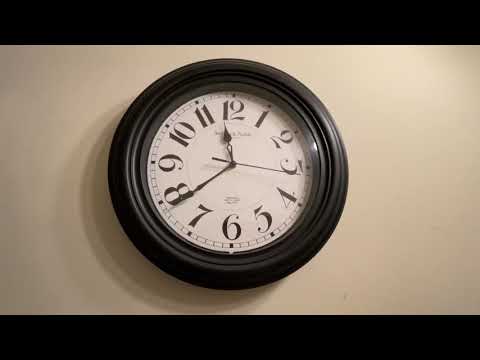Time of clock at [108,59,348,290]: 11:38
